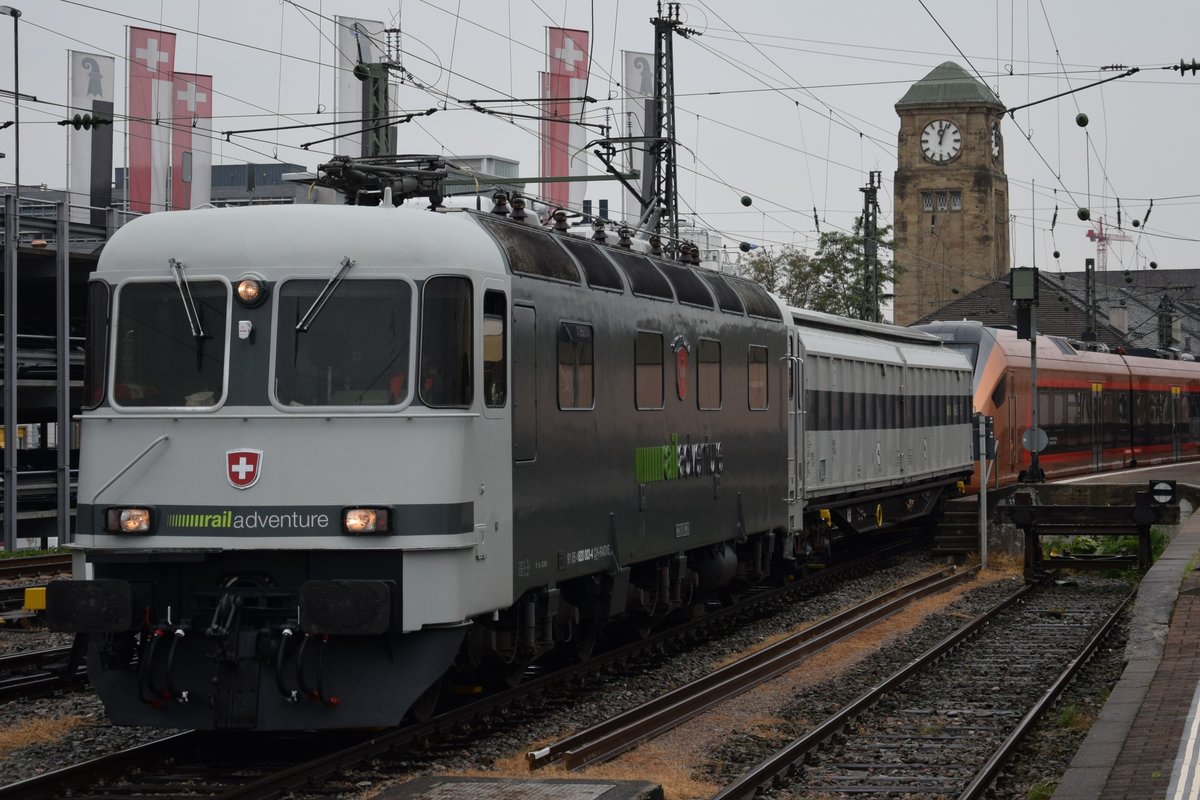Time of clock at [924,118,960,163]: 12:03
